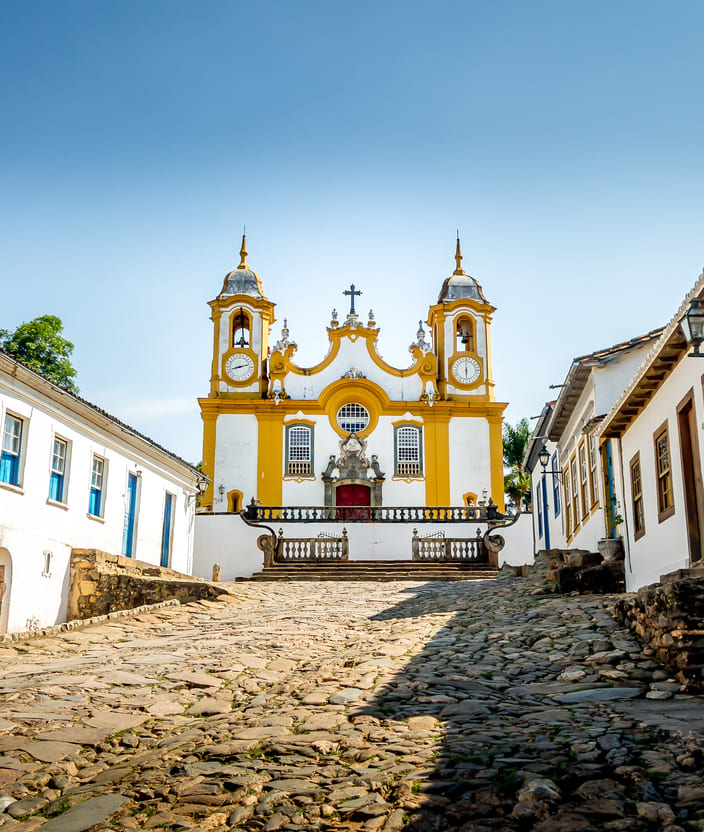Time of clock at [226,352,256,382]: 8:11
